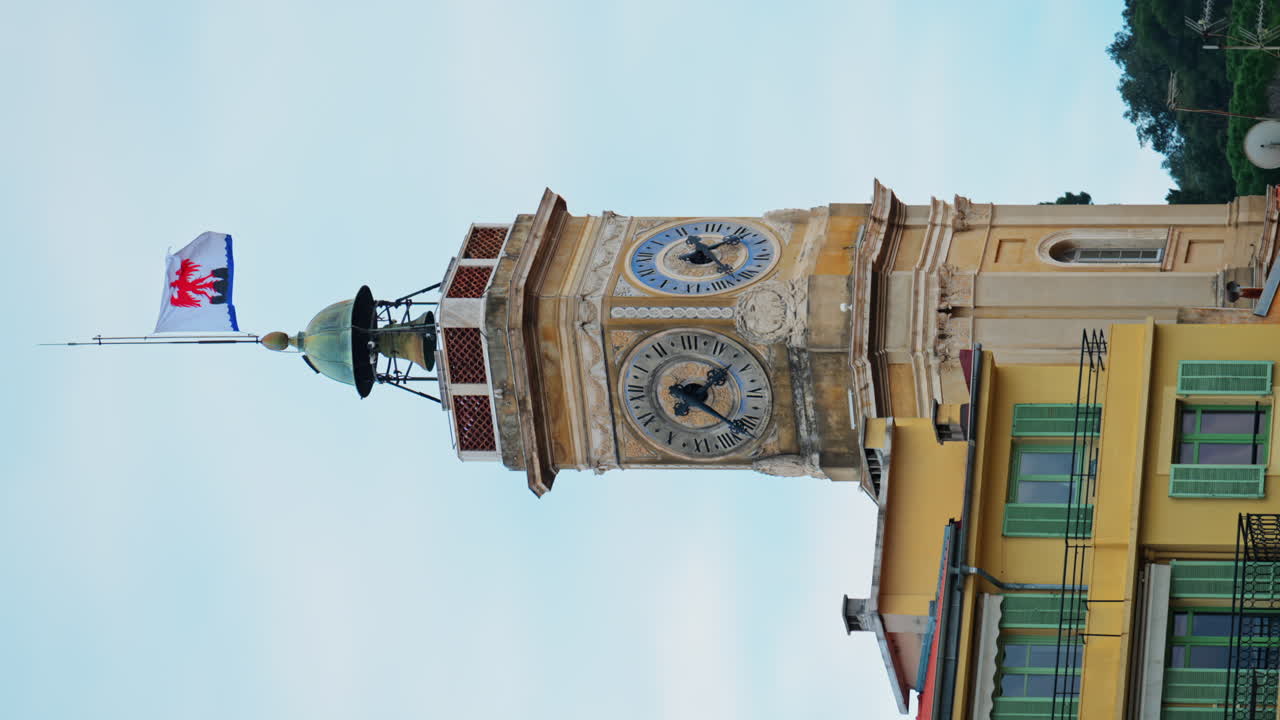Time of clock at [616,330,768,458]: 1:21
